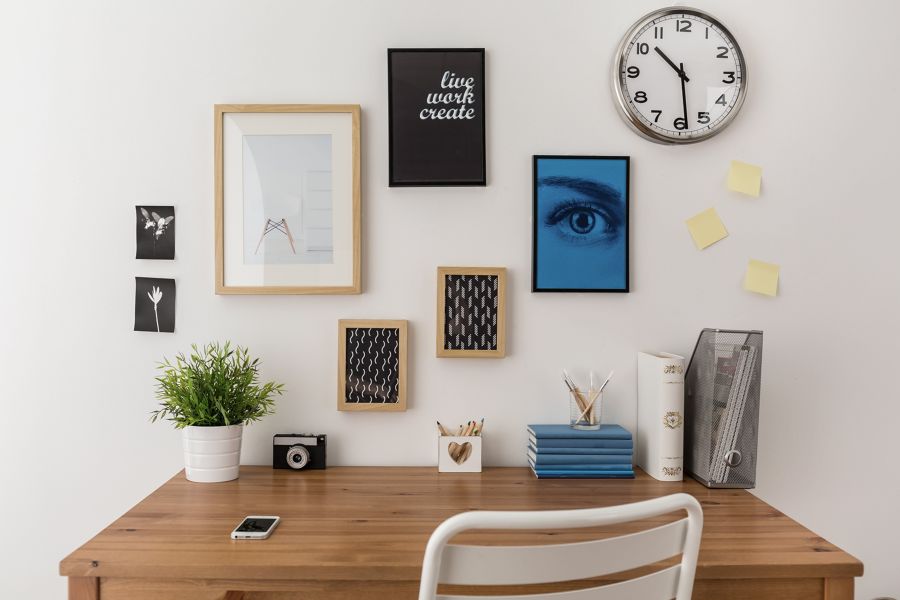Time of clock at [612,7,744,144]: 10:28
